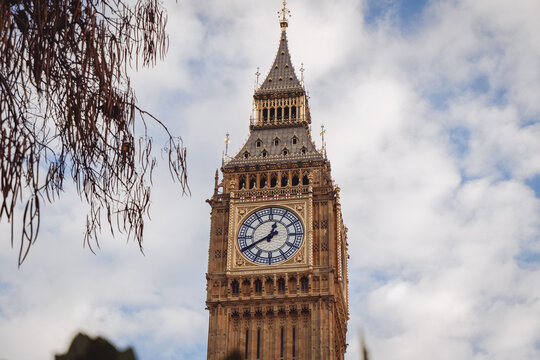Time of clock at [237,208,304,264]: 12:40
